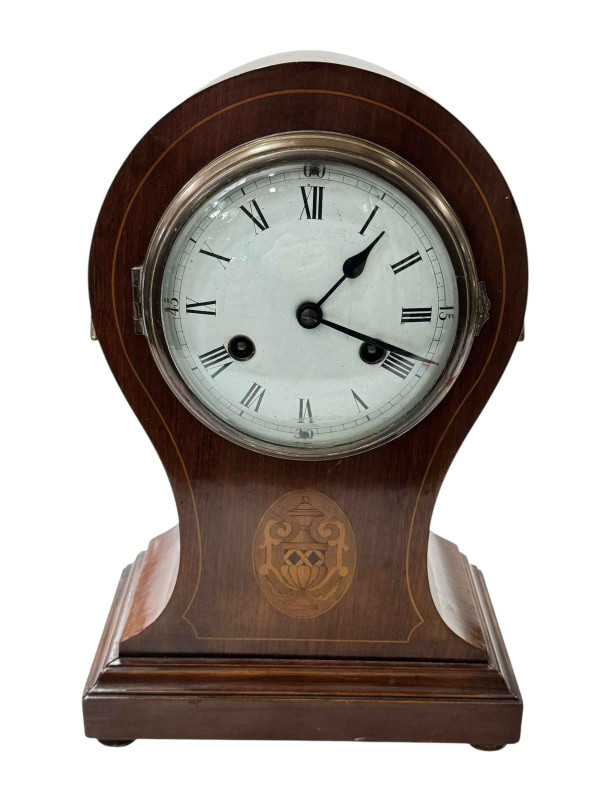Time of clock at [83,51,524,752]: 1:18
